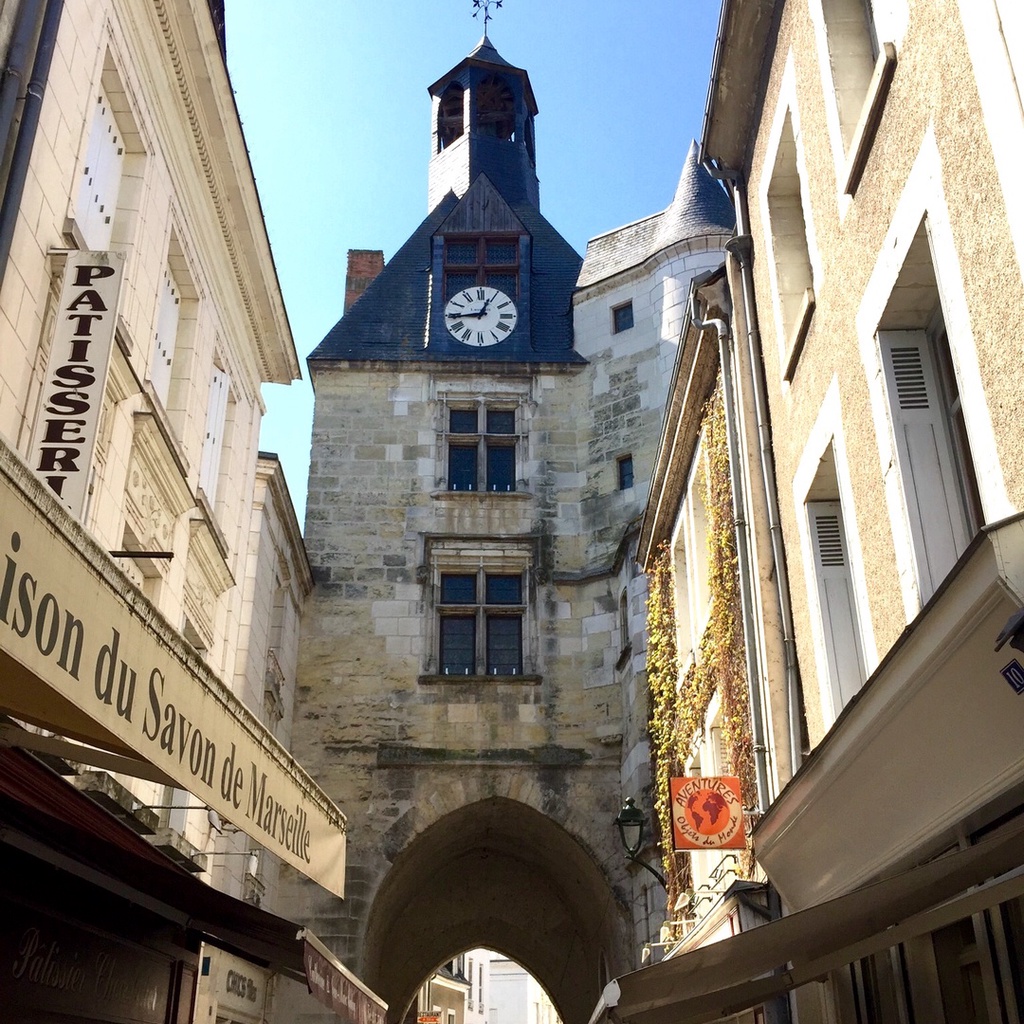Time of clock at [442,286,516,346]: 12:44
